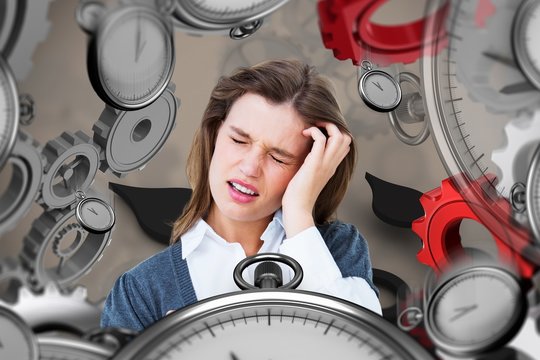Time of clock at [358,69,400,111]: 10:51
